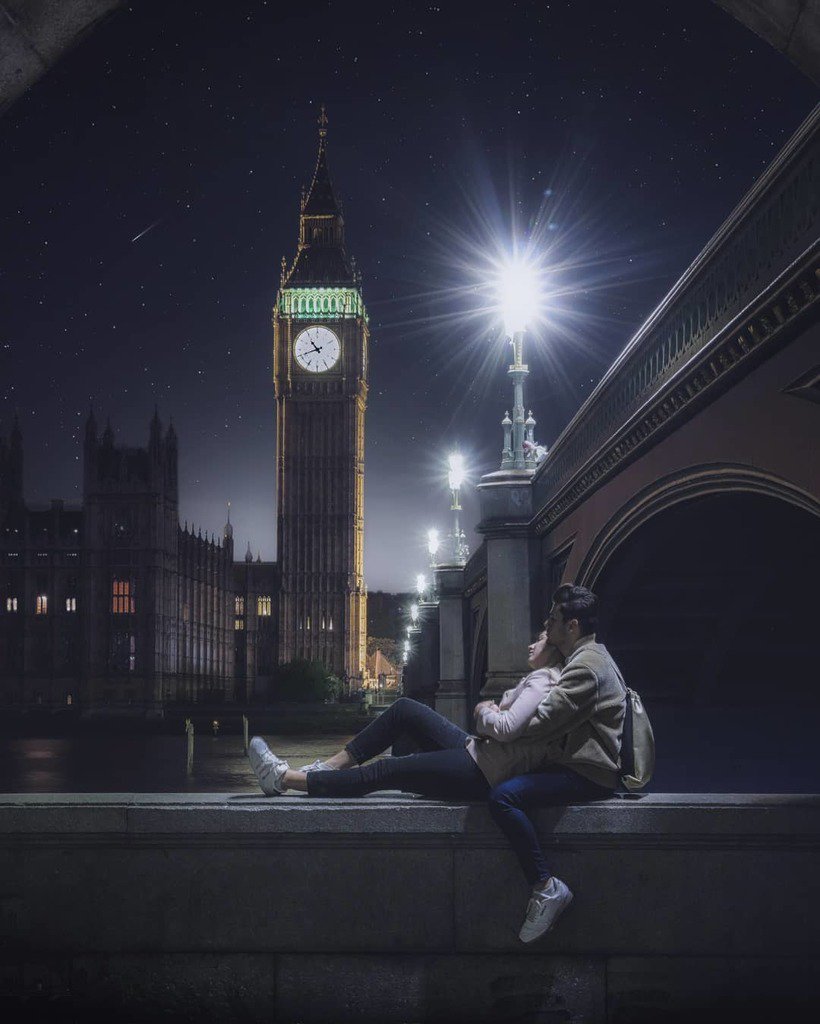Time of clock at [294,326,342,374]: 10:41
